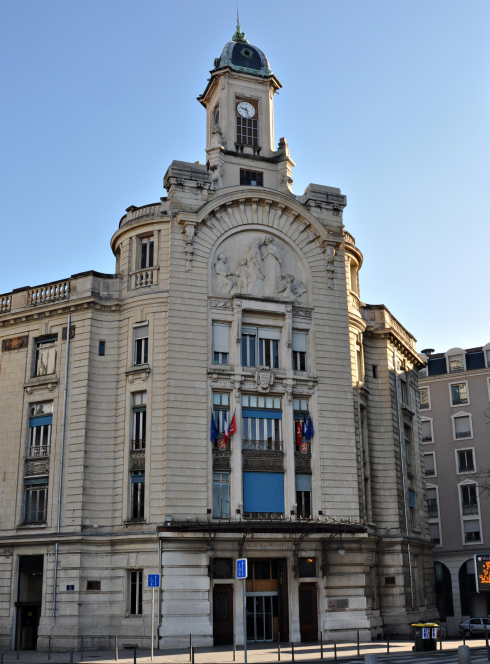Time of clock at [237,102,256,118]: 9:27
